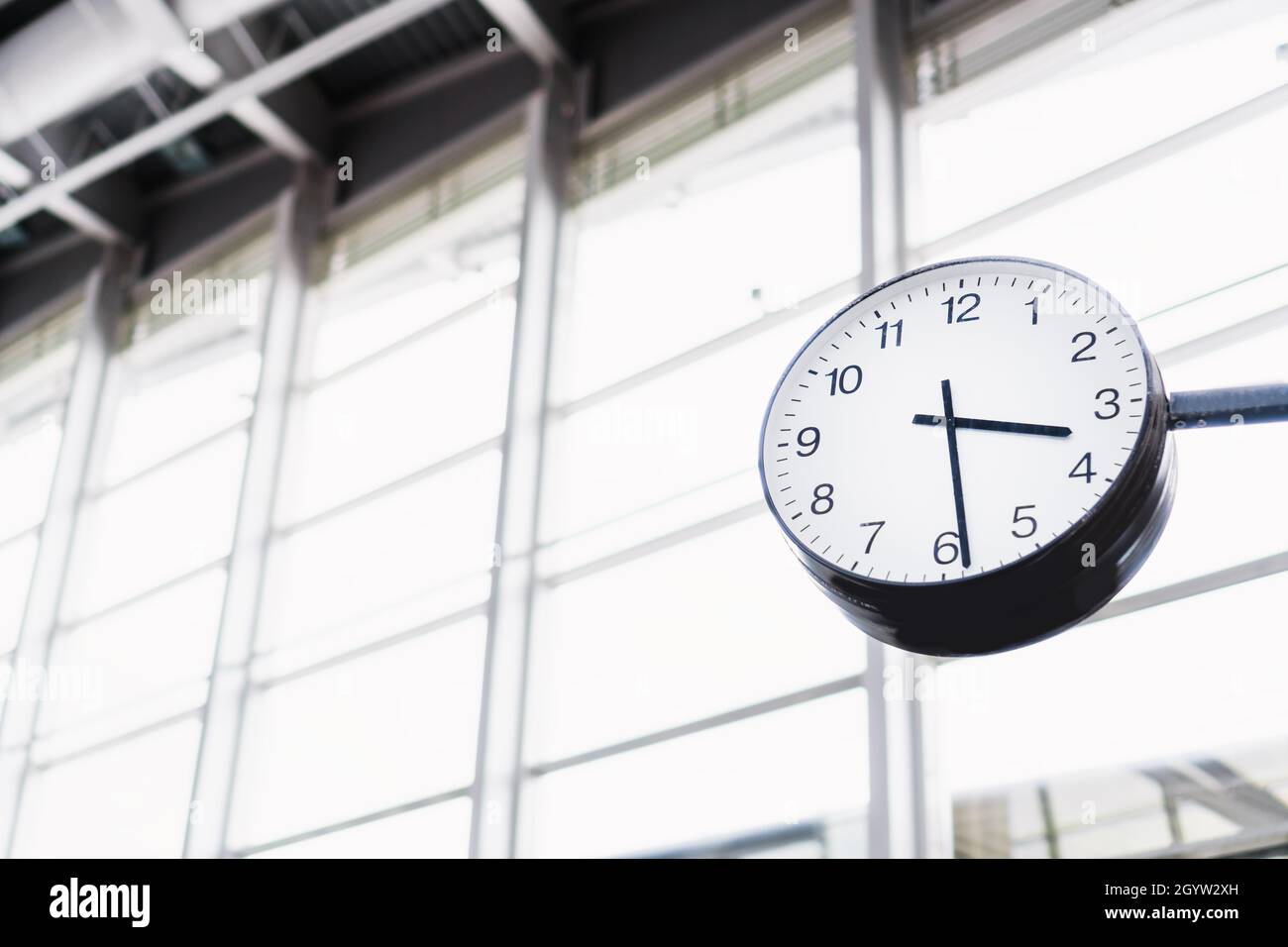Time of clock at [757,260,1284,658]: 3:28
